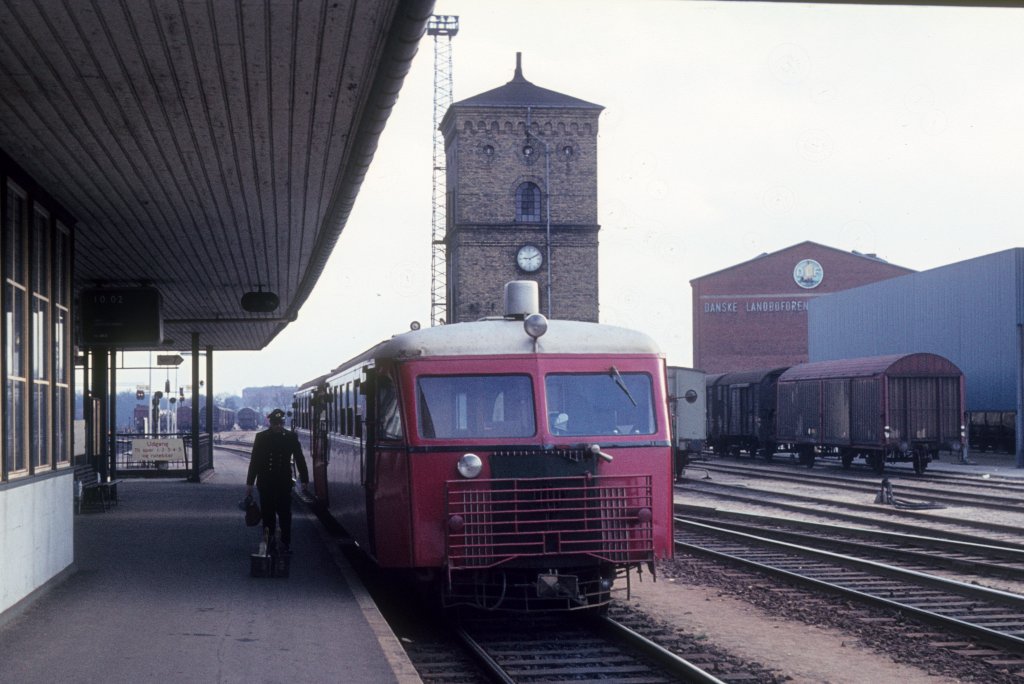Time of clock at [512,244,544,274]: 9:10
